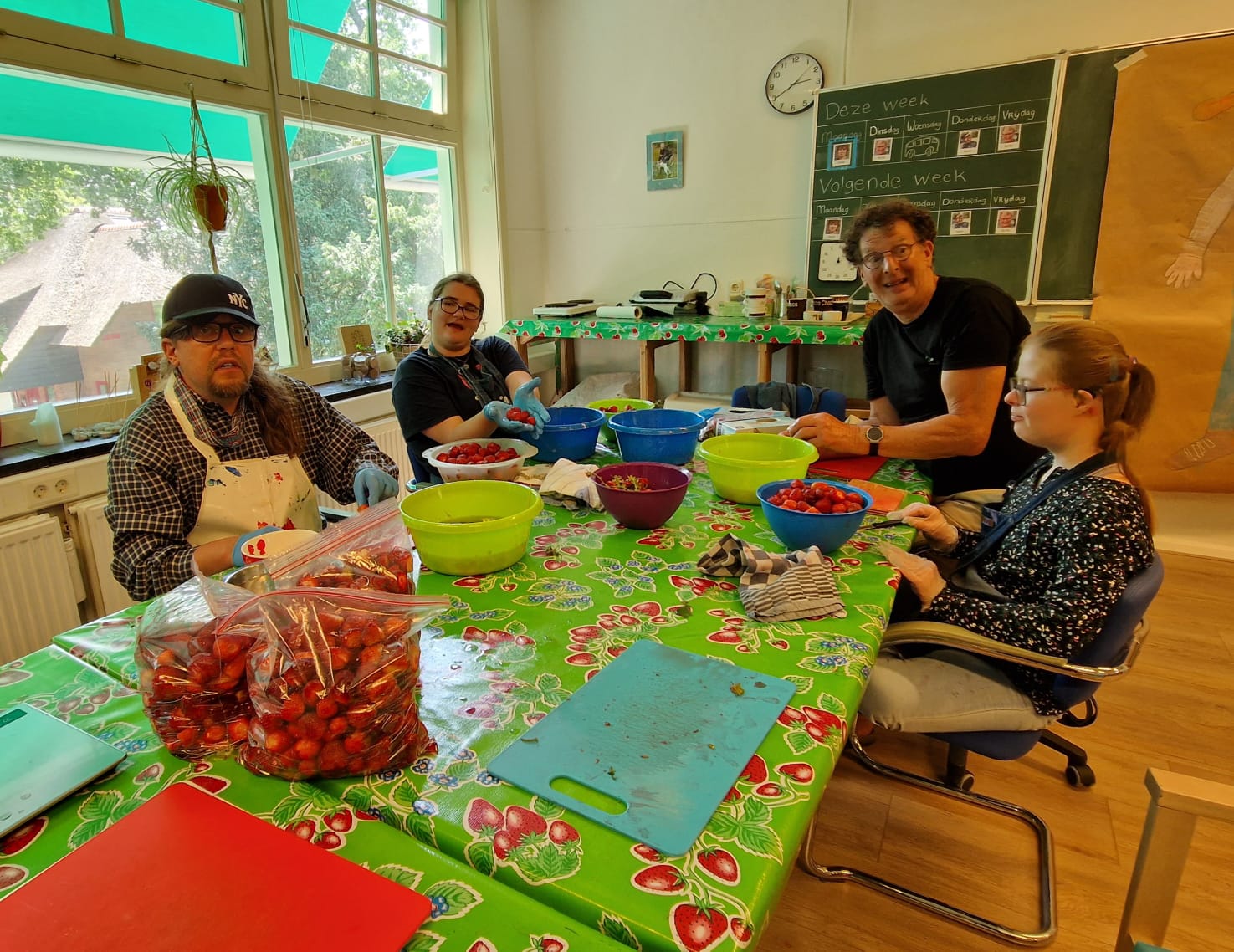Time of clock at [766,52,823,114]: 2:40
